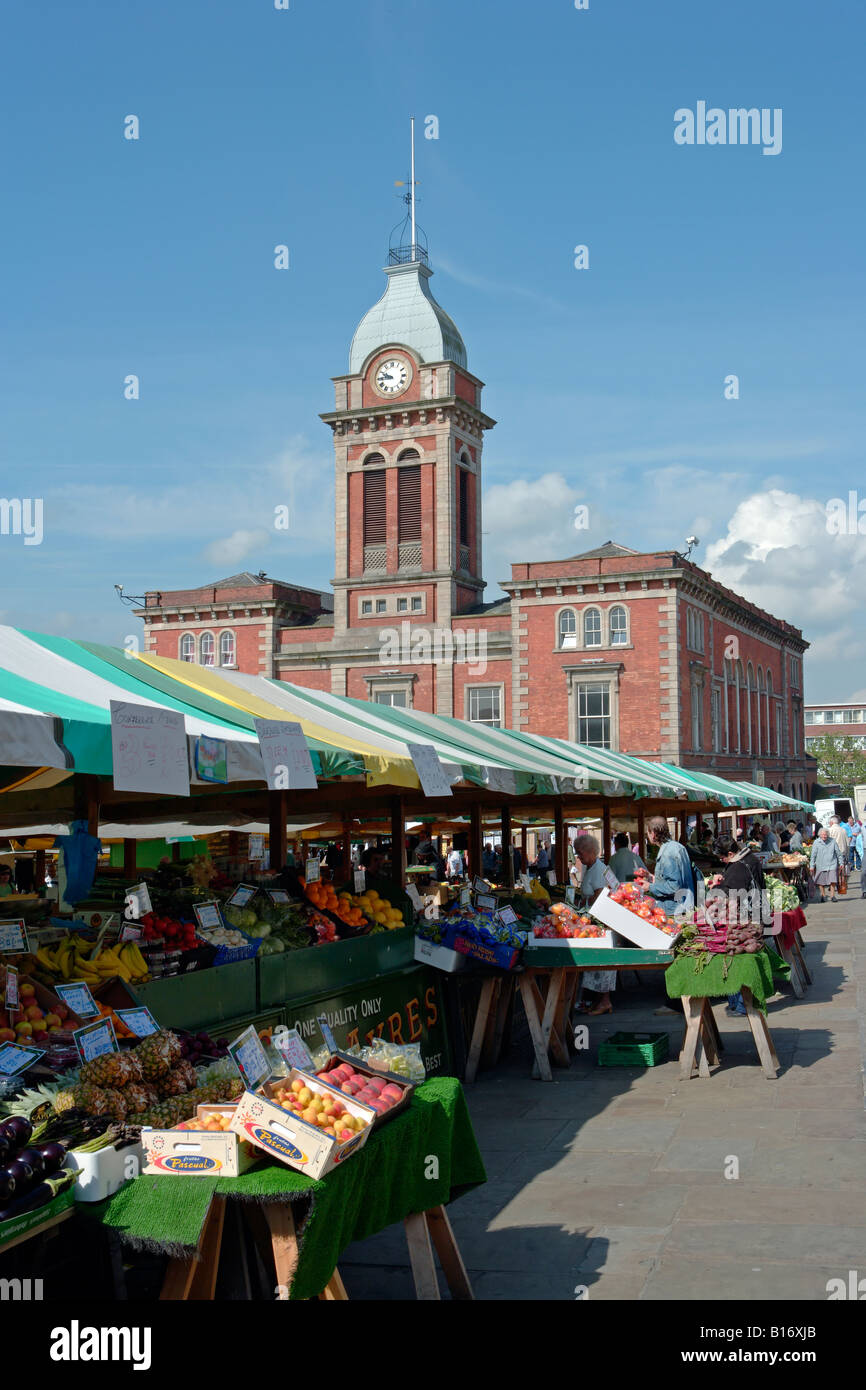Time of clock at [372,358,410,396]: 9:45
